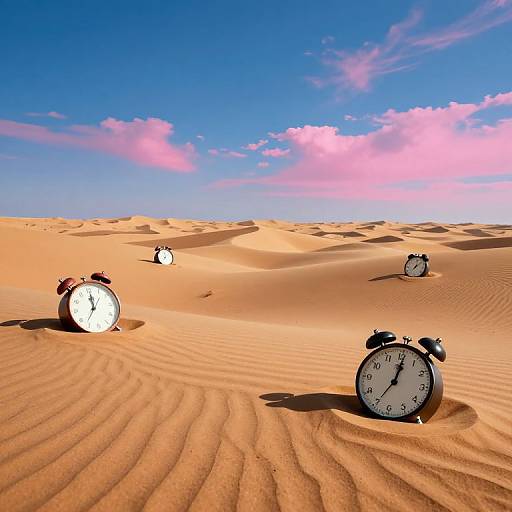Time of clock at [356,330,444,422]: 7:01
